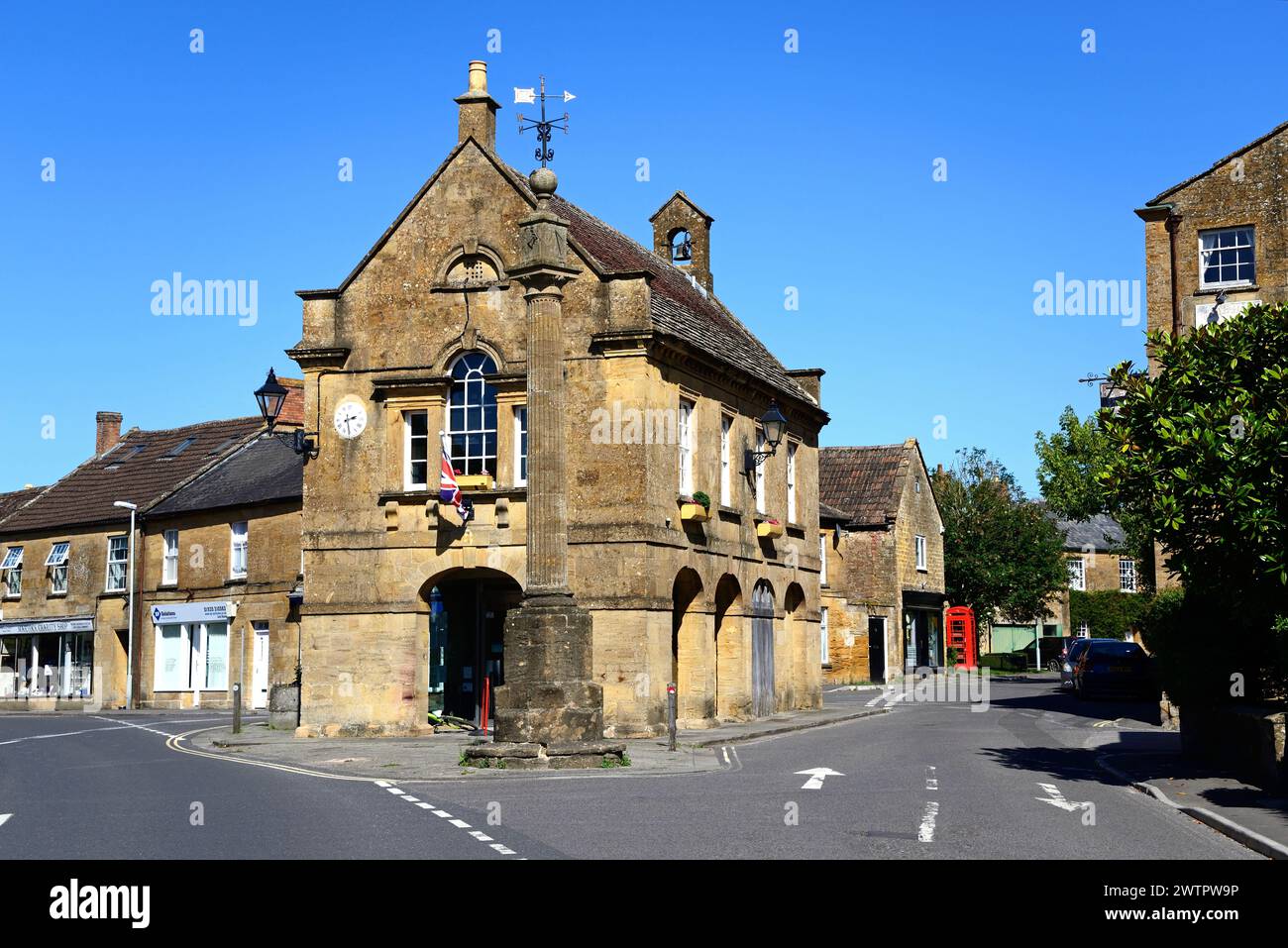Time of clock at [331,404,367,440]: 2:29
